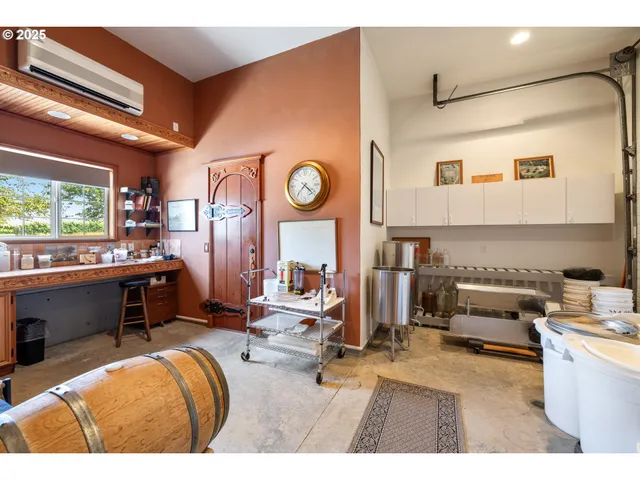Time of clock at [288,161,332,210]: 7:21
